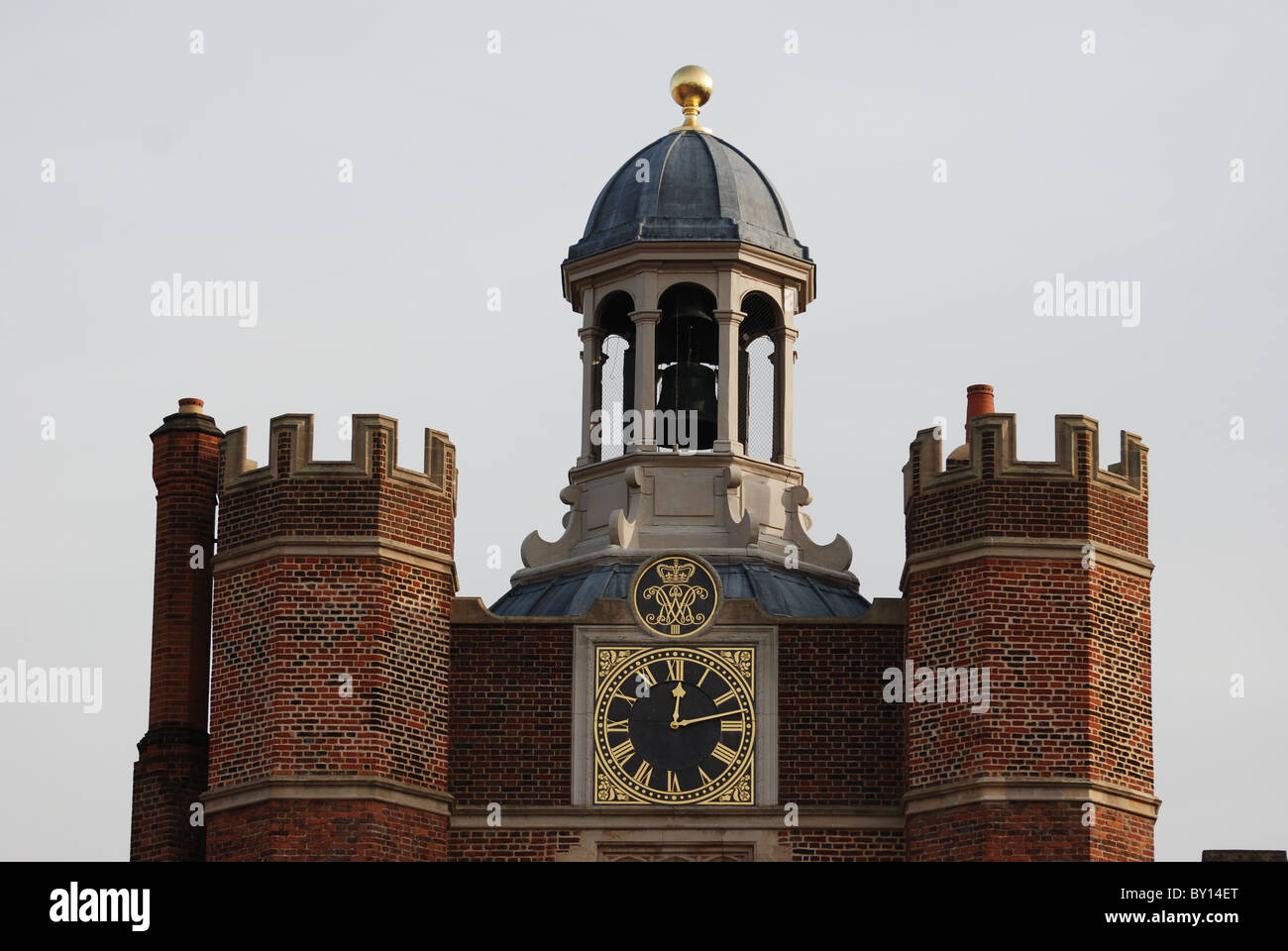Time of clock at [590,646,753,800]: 12:13
